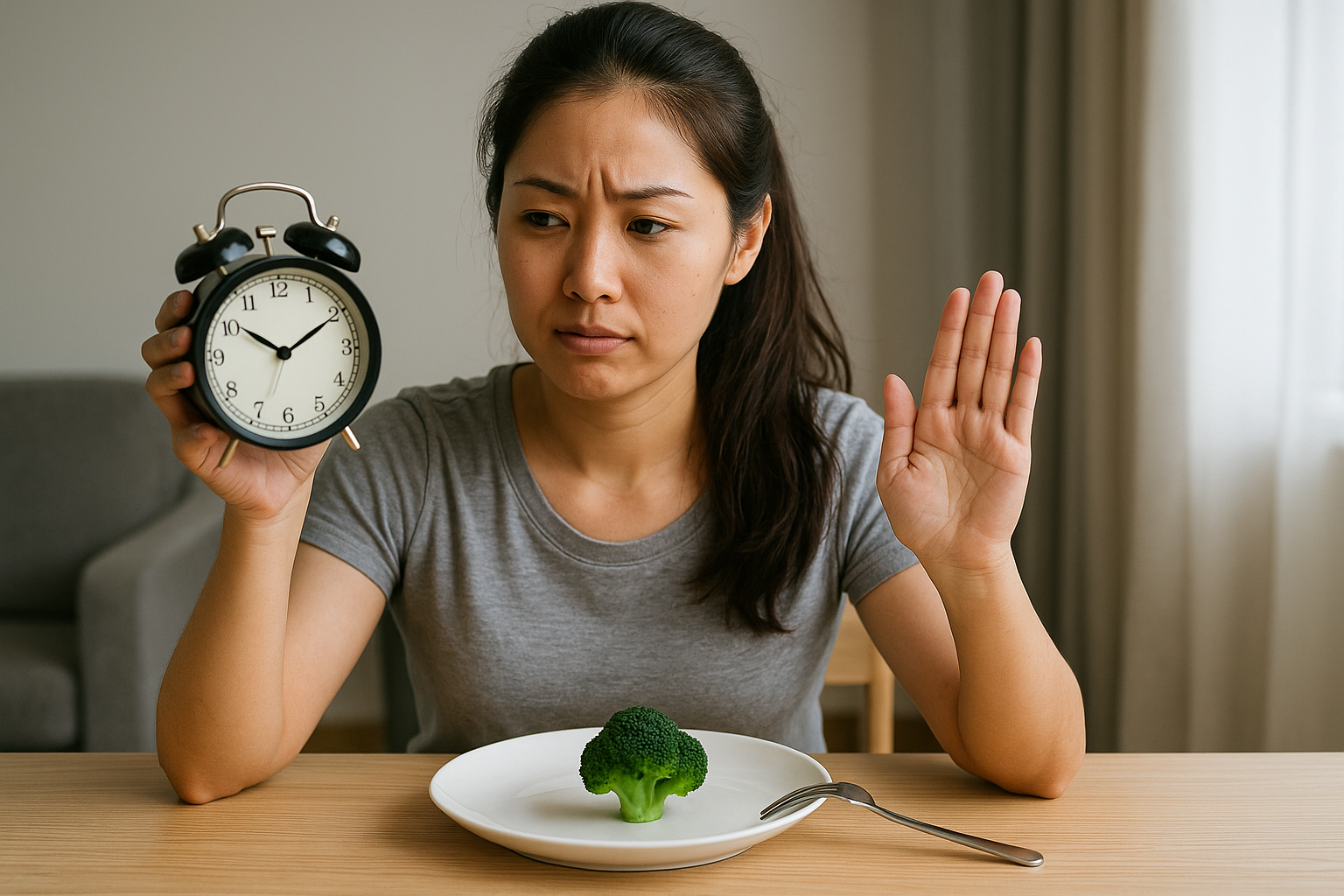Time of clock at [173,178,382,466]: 10:10
